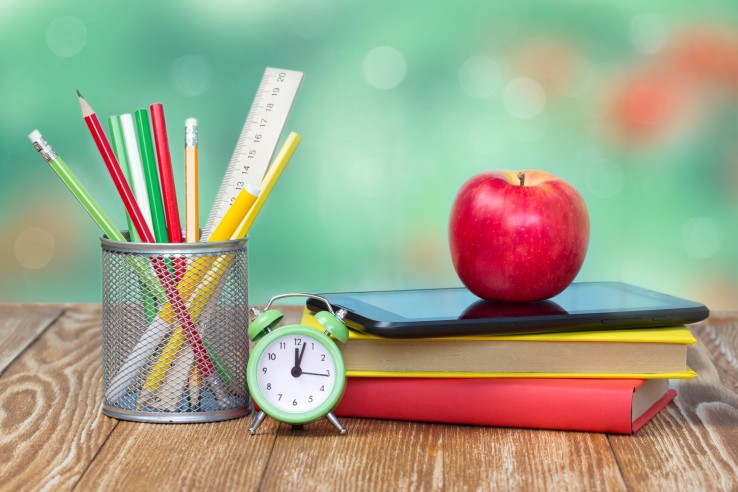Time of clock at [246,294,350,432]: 12:02
